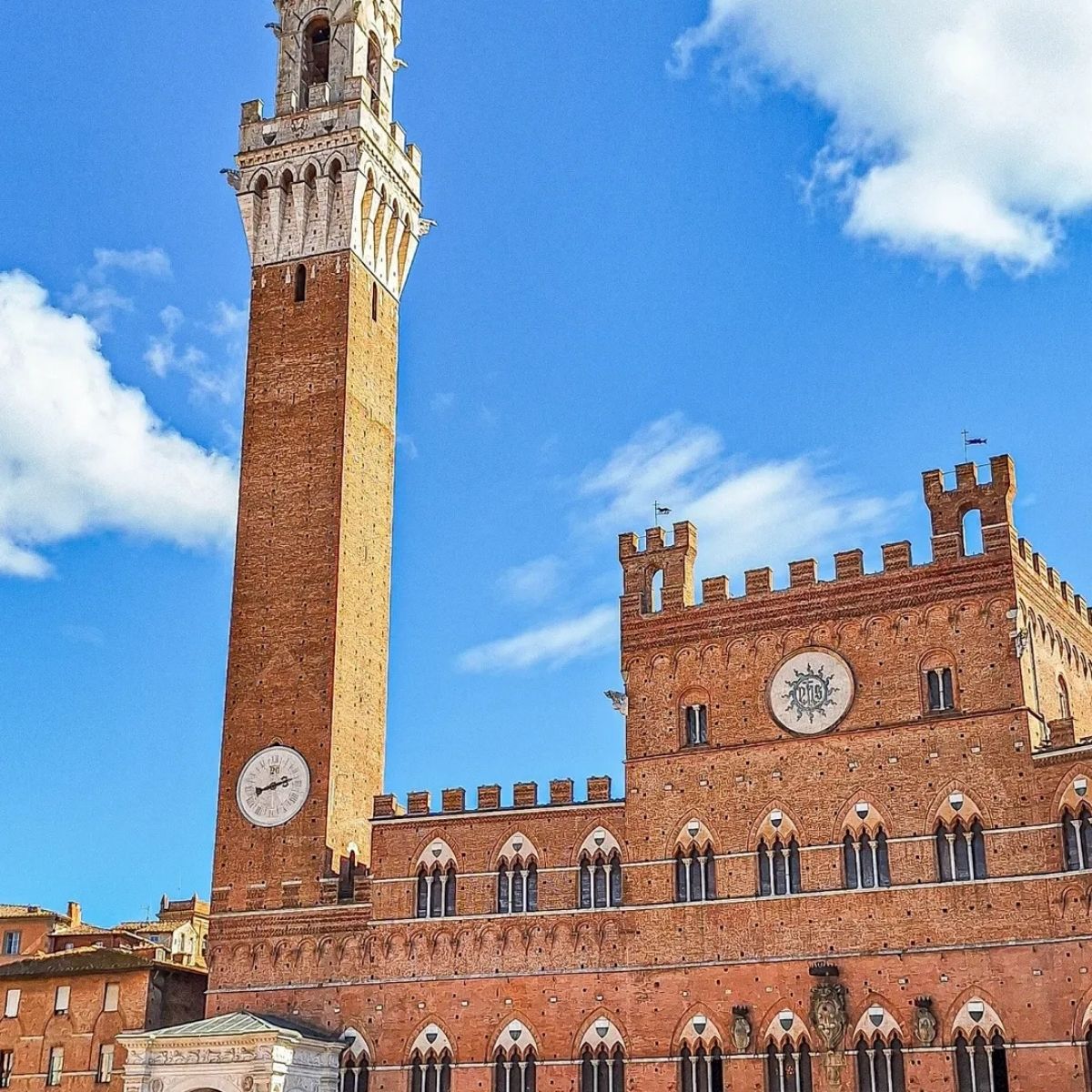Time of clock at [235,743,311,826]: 8:12
